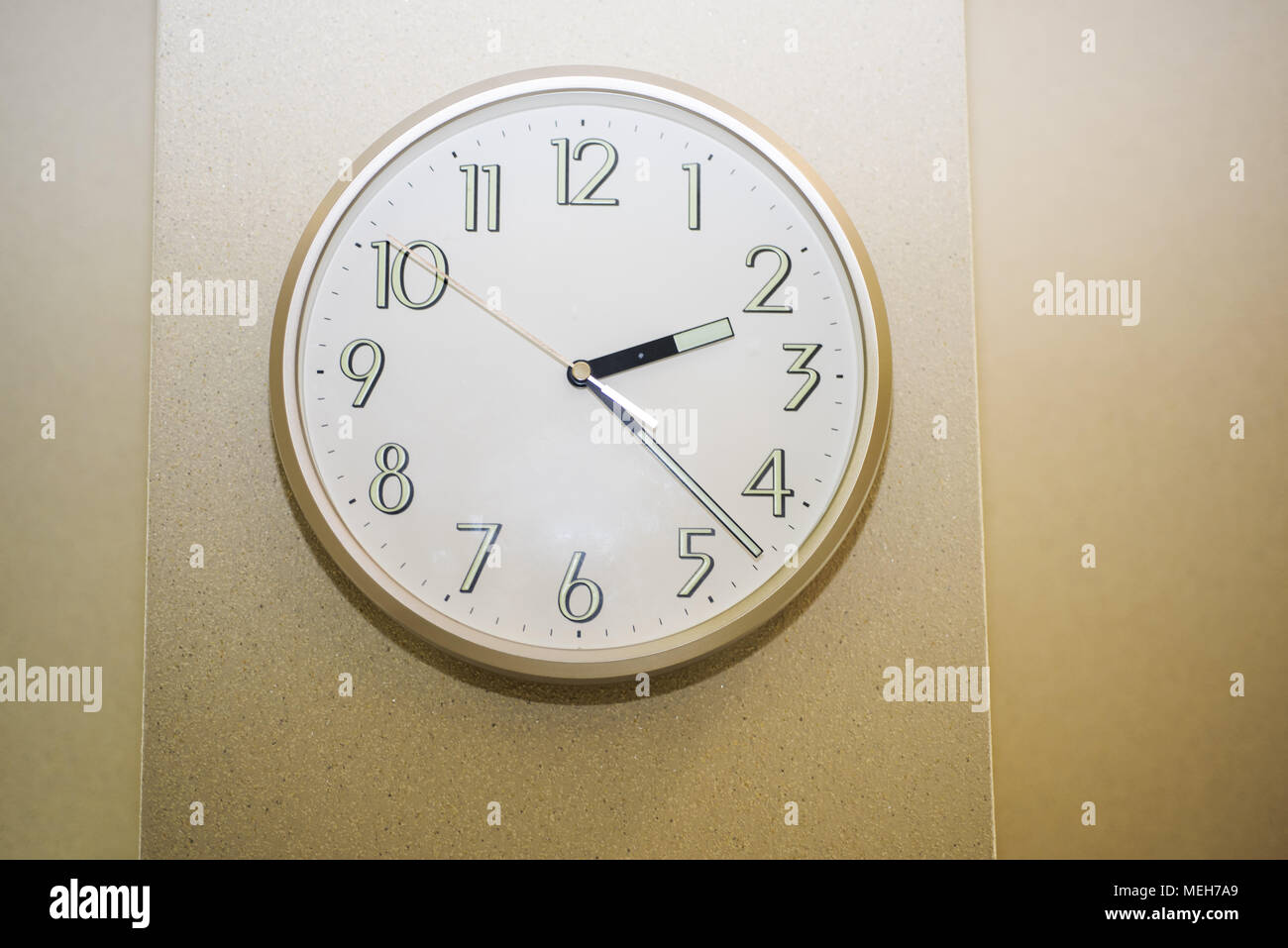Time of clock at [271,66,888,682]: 2:22
